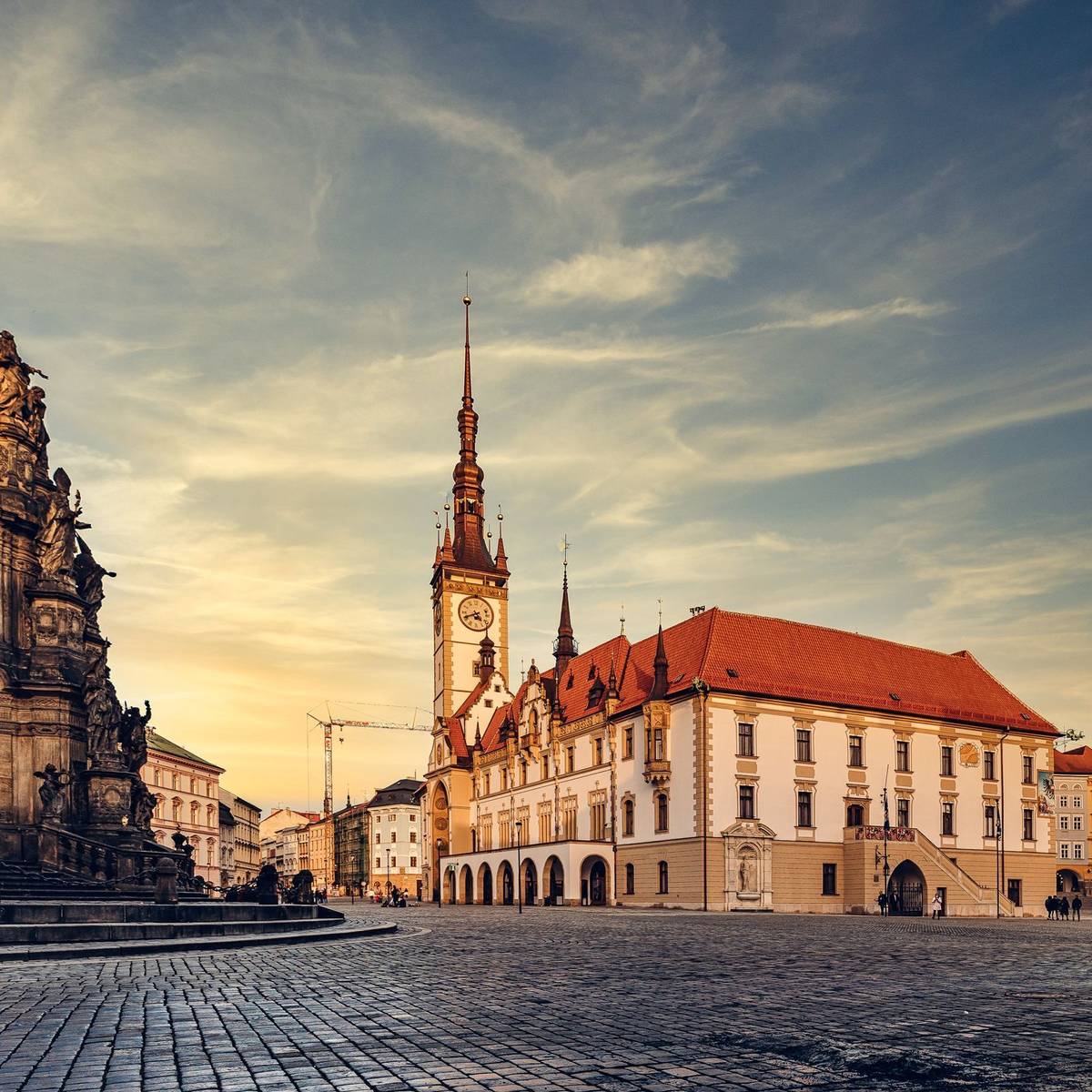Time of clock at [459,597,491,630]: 4:41
